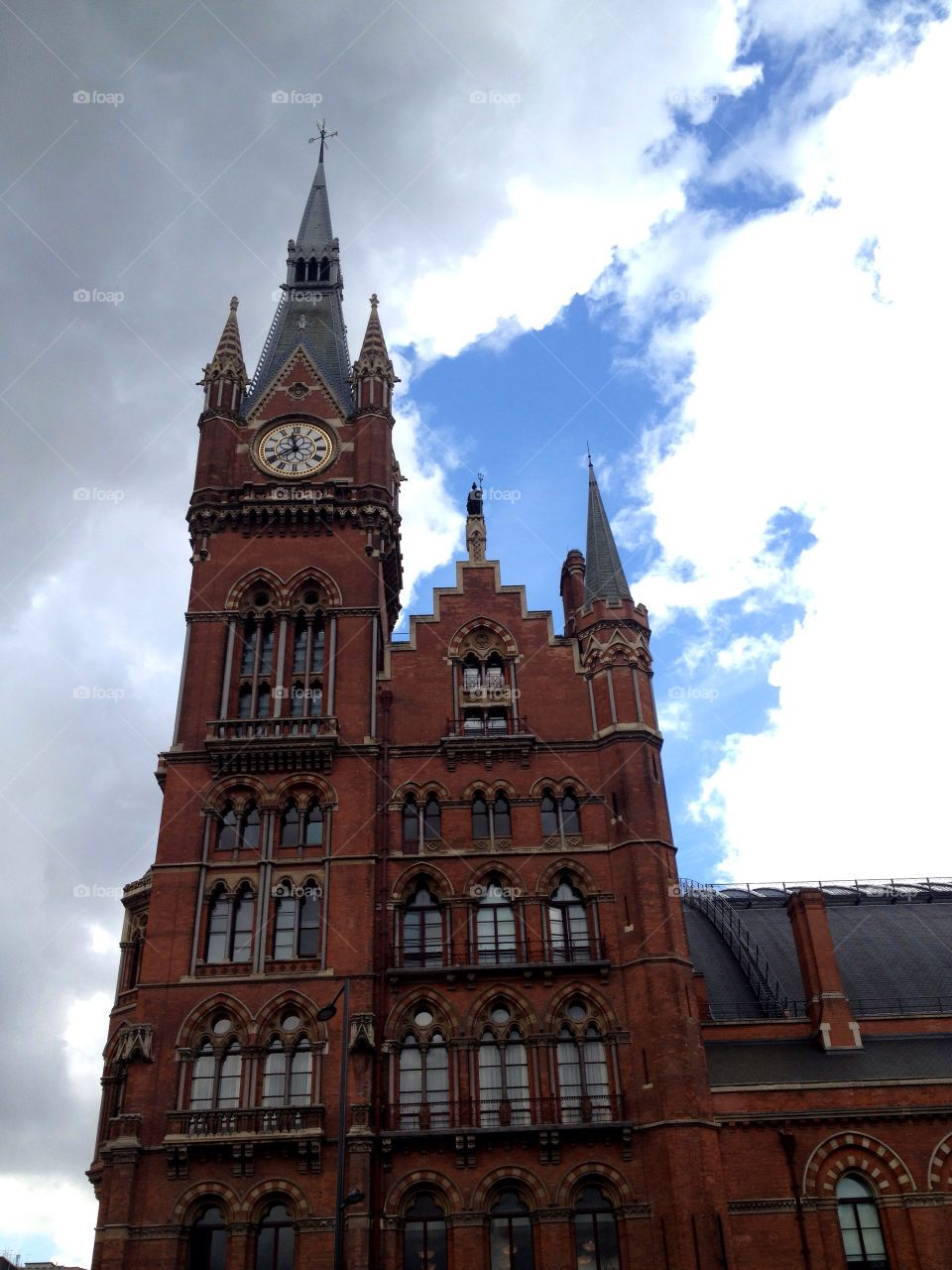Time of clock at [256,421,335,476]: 11:40
